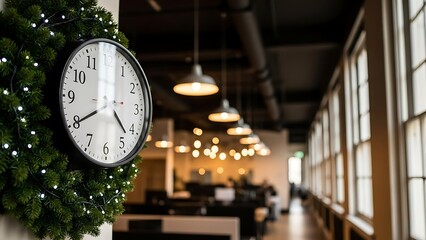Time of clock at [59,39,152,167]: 4:40
